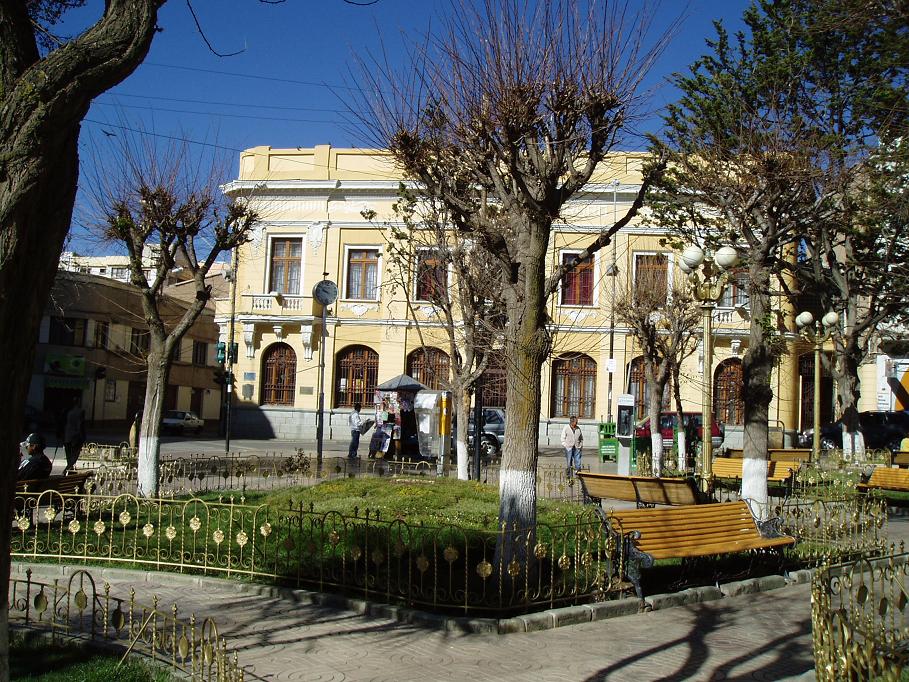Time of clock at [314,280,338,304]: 9:51
